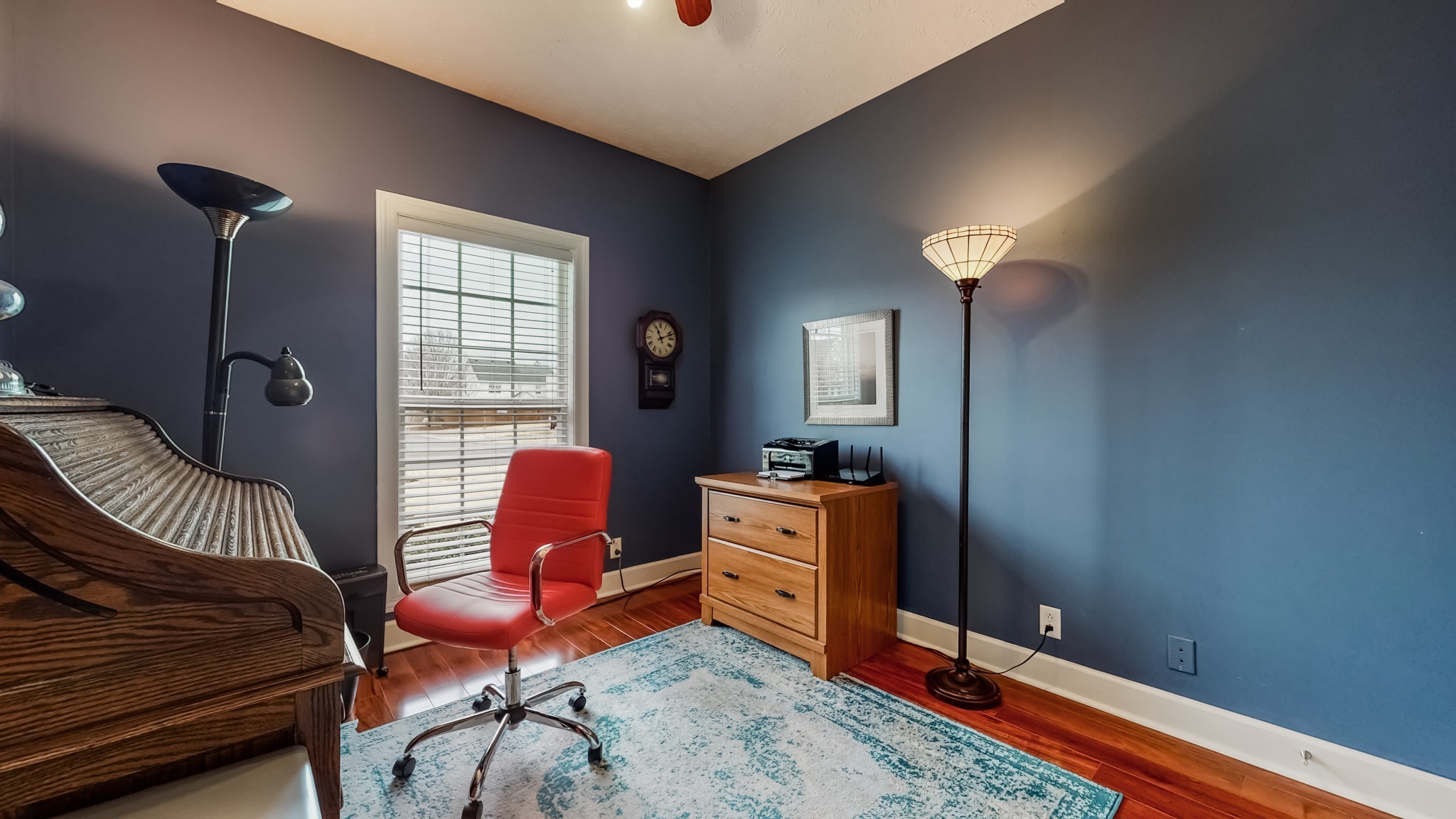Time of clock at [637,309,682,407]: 11:12
